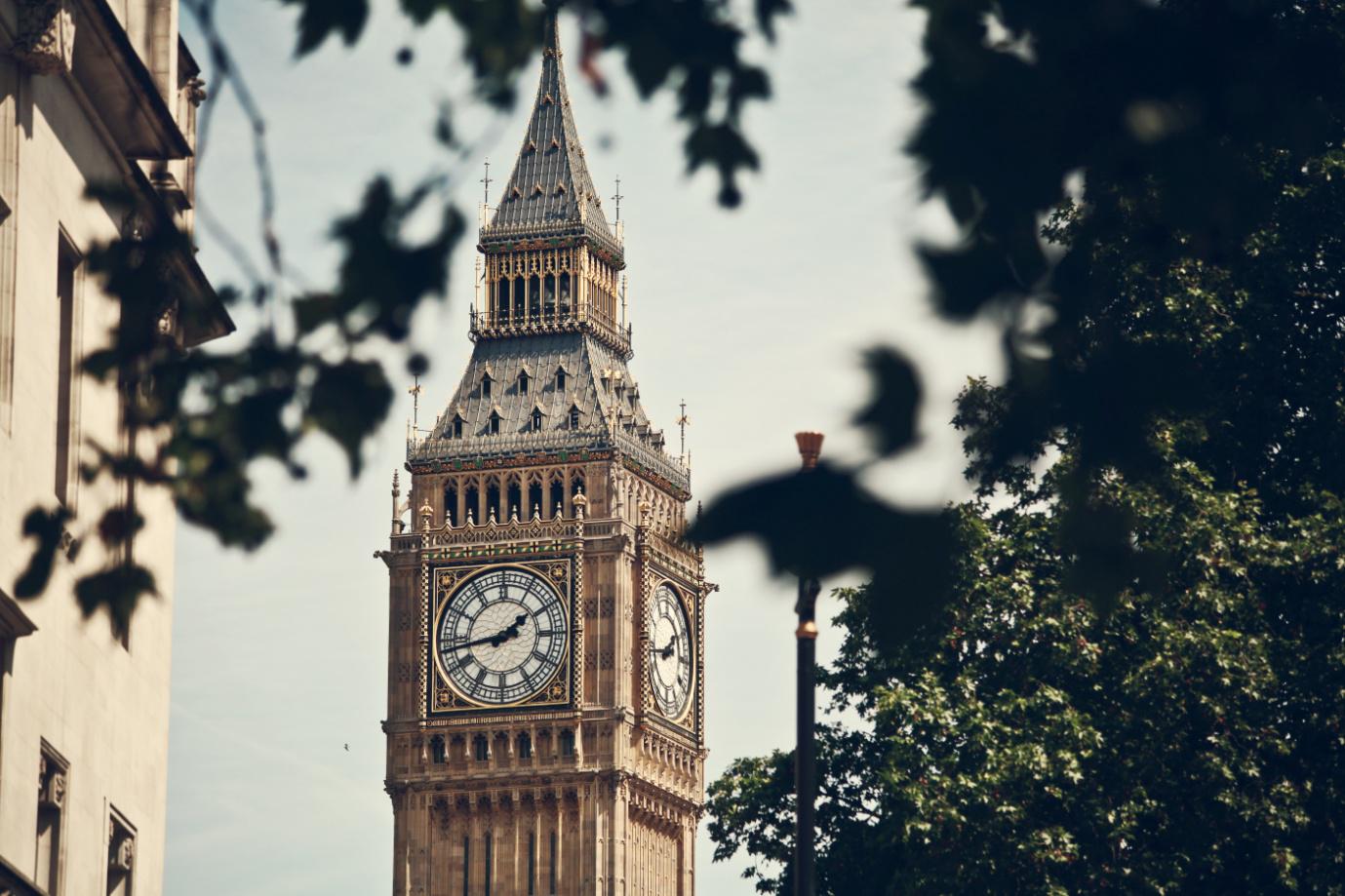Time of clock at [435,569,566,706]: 1:43
